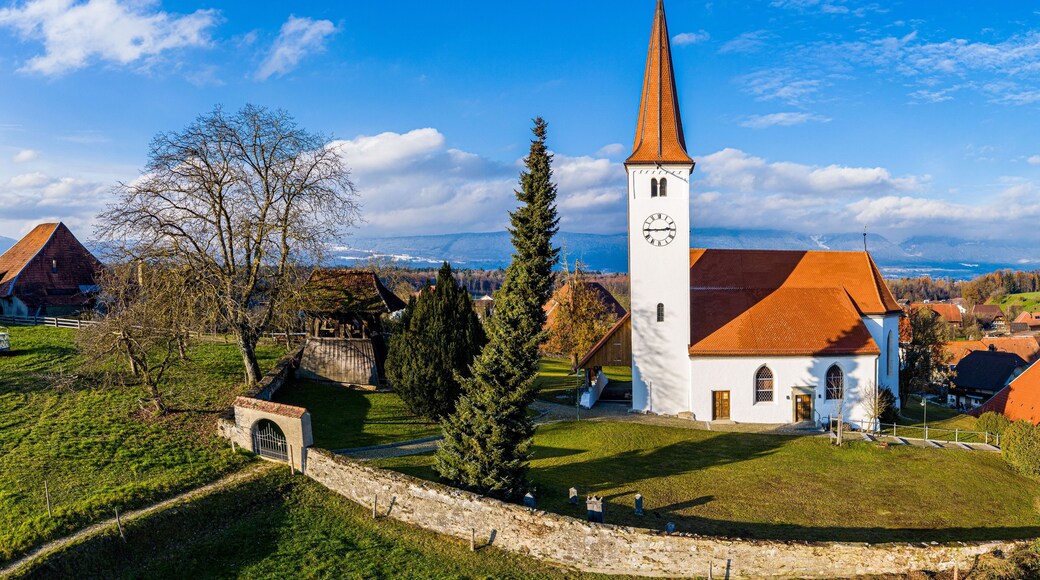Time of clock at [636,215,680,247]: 2:44
